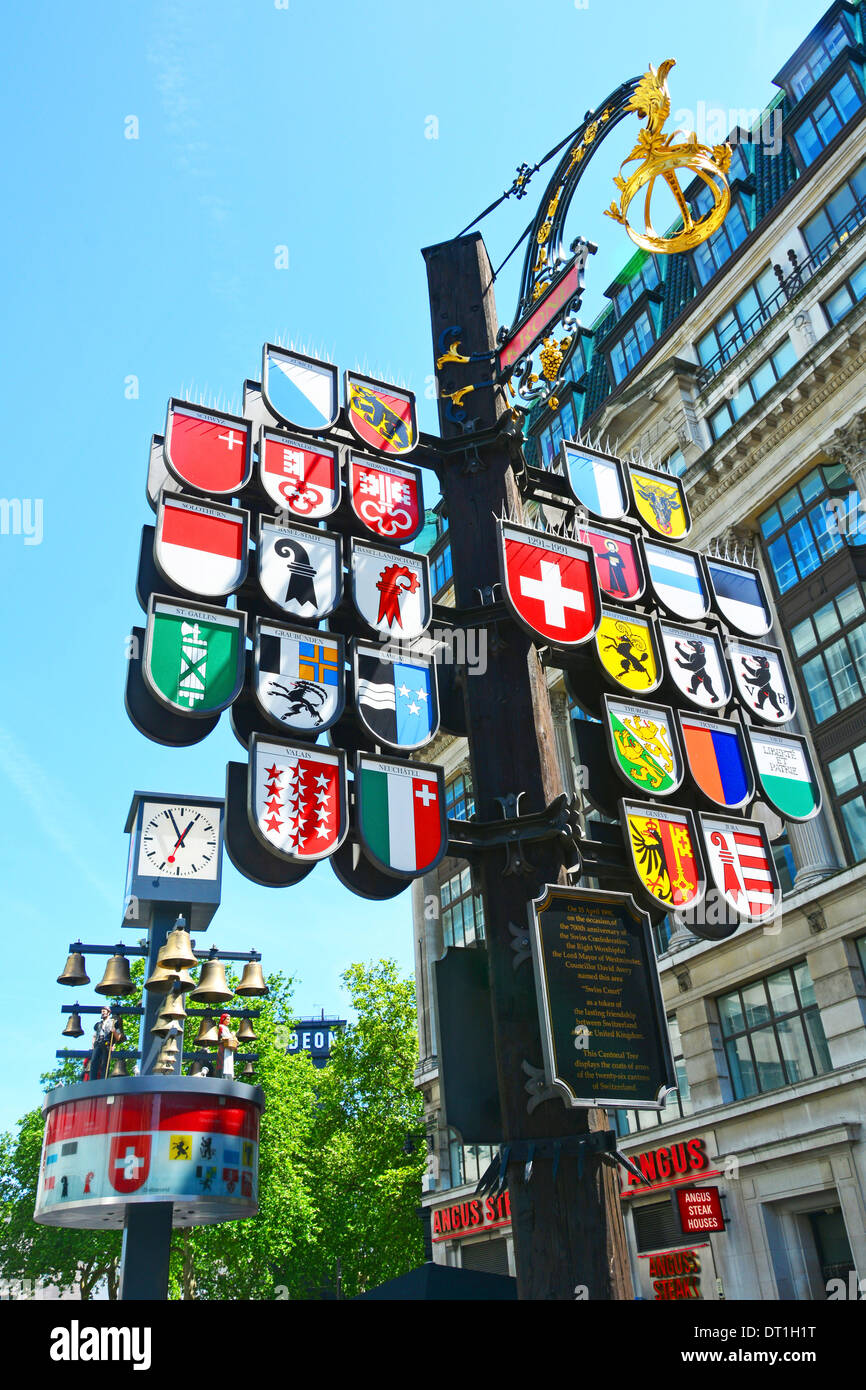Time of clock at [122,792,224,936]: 12:56
